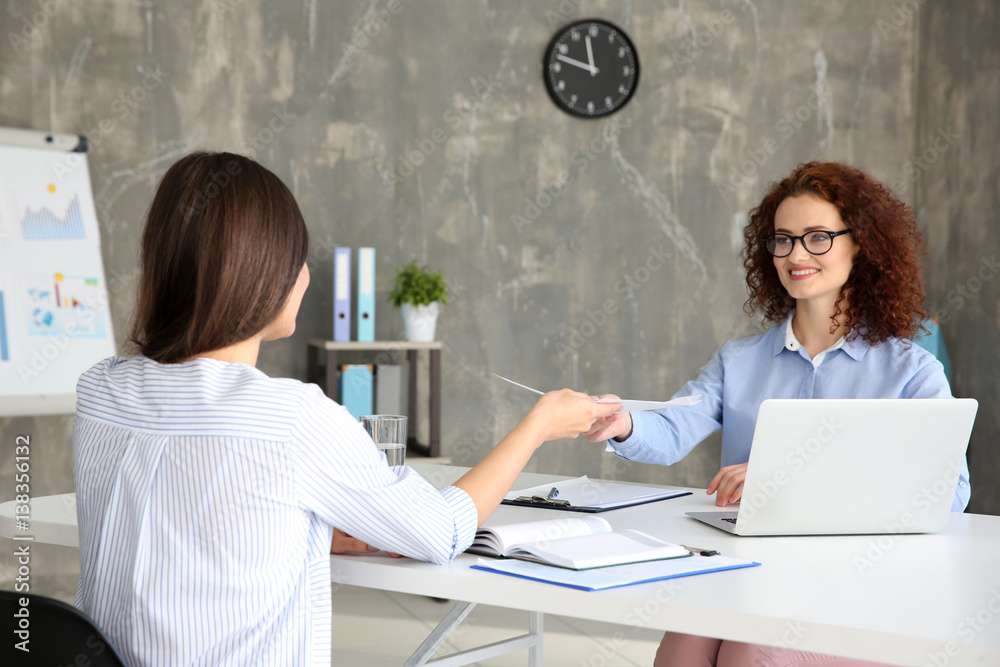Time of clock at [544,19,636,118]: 11:47
